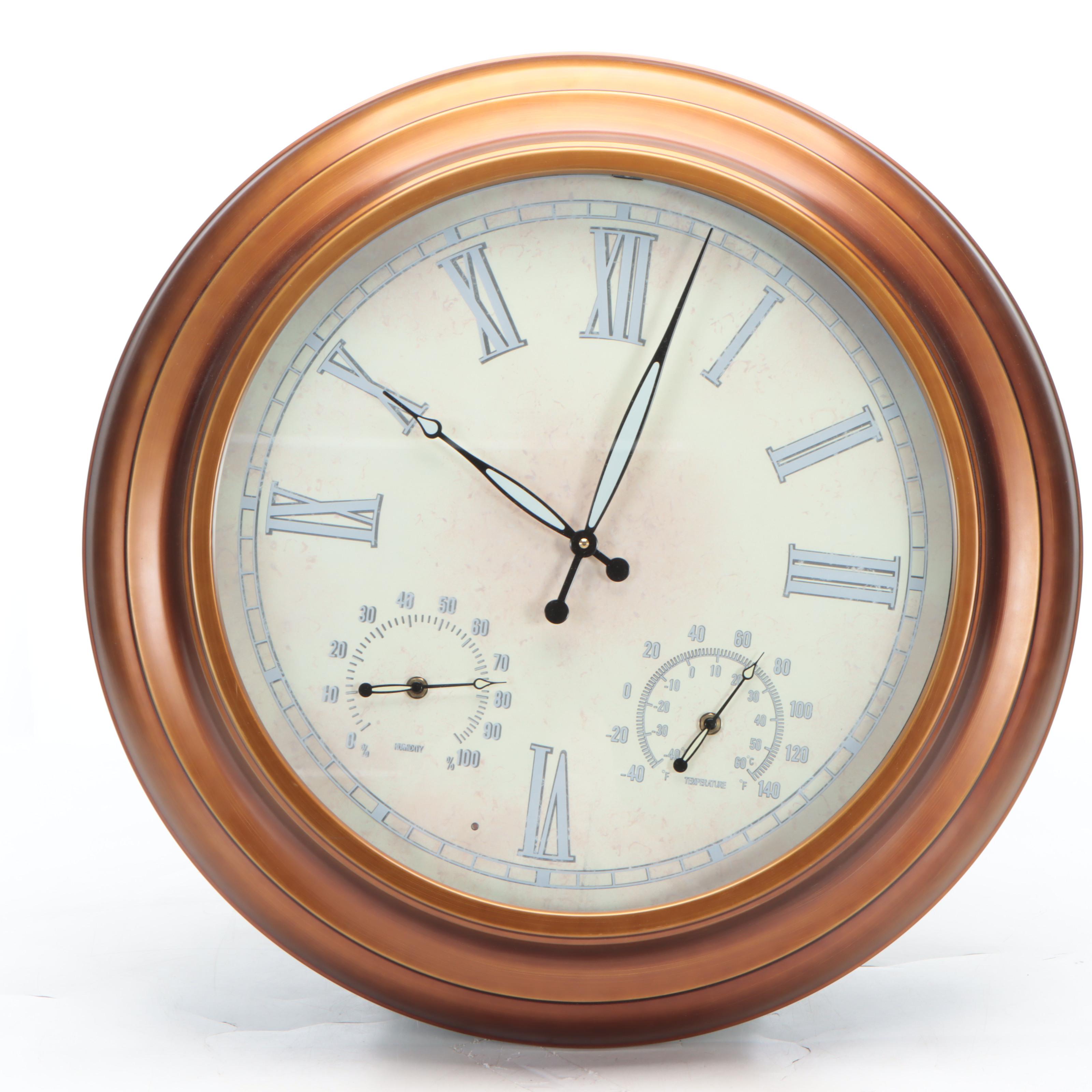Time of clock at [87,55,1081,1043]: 10:02
